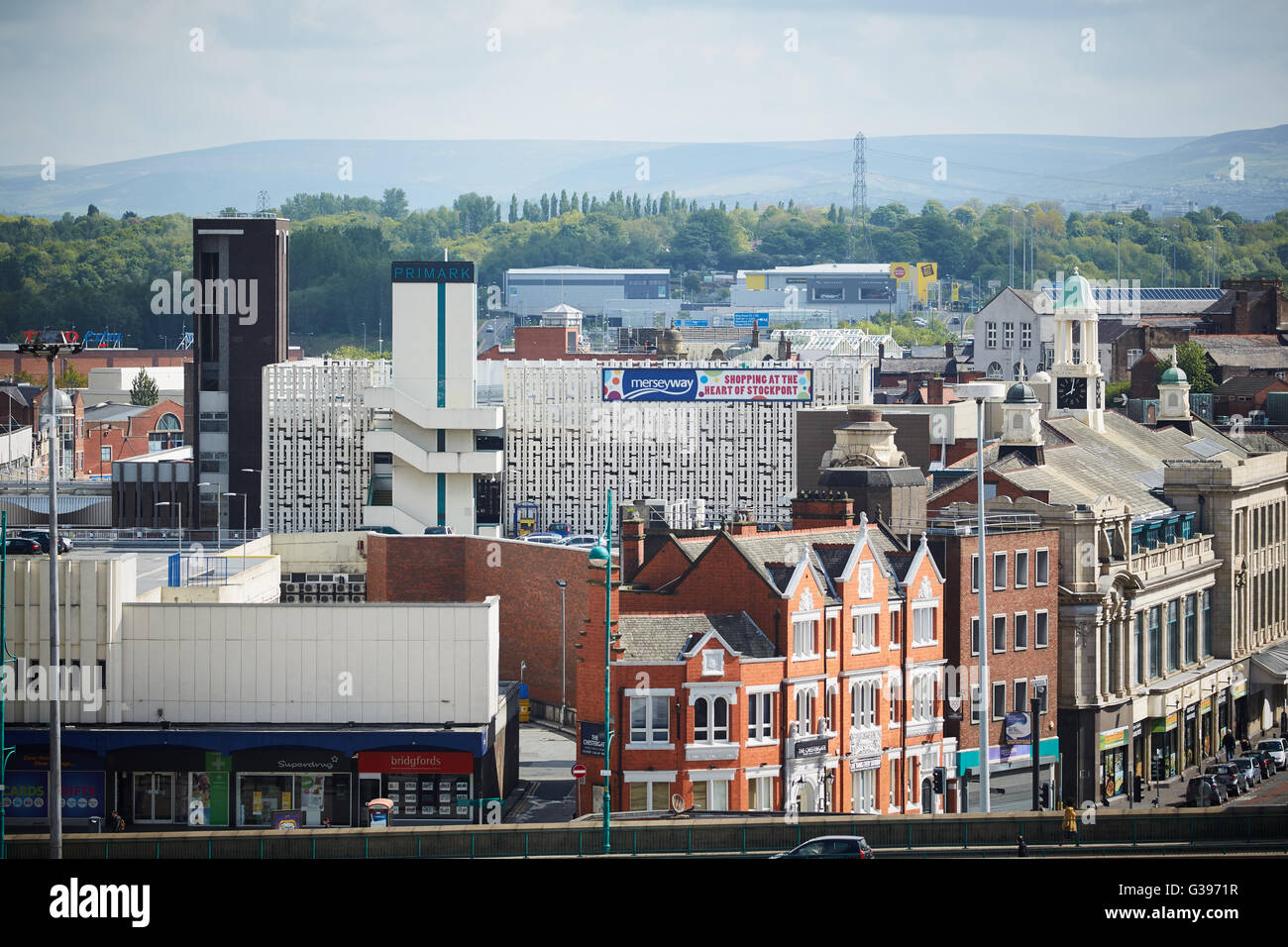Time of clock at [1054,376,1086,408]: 8:01
